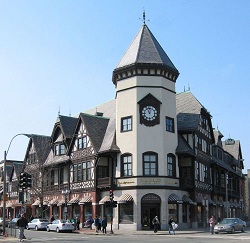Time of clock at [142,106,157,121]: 11:04
